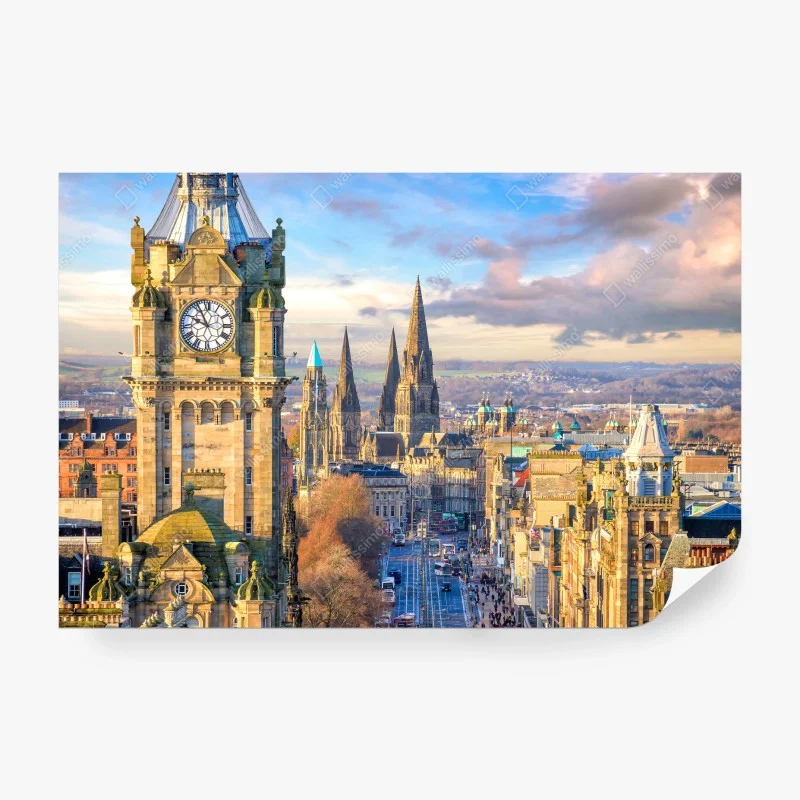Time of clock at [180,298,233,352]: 9:56
